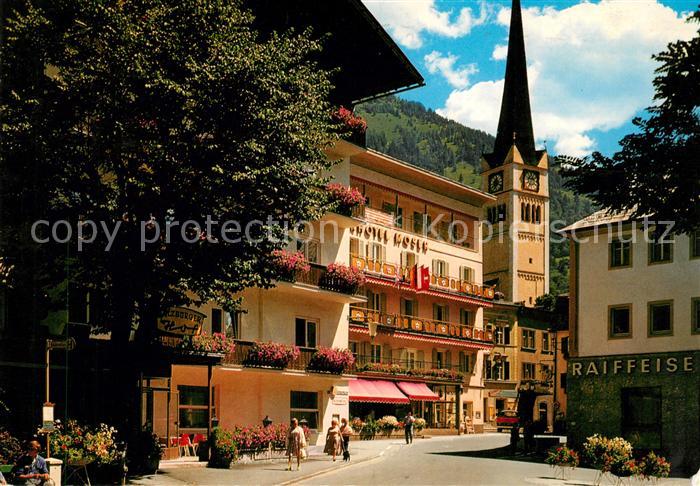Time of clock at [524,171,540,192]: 9:36
